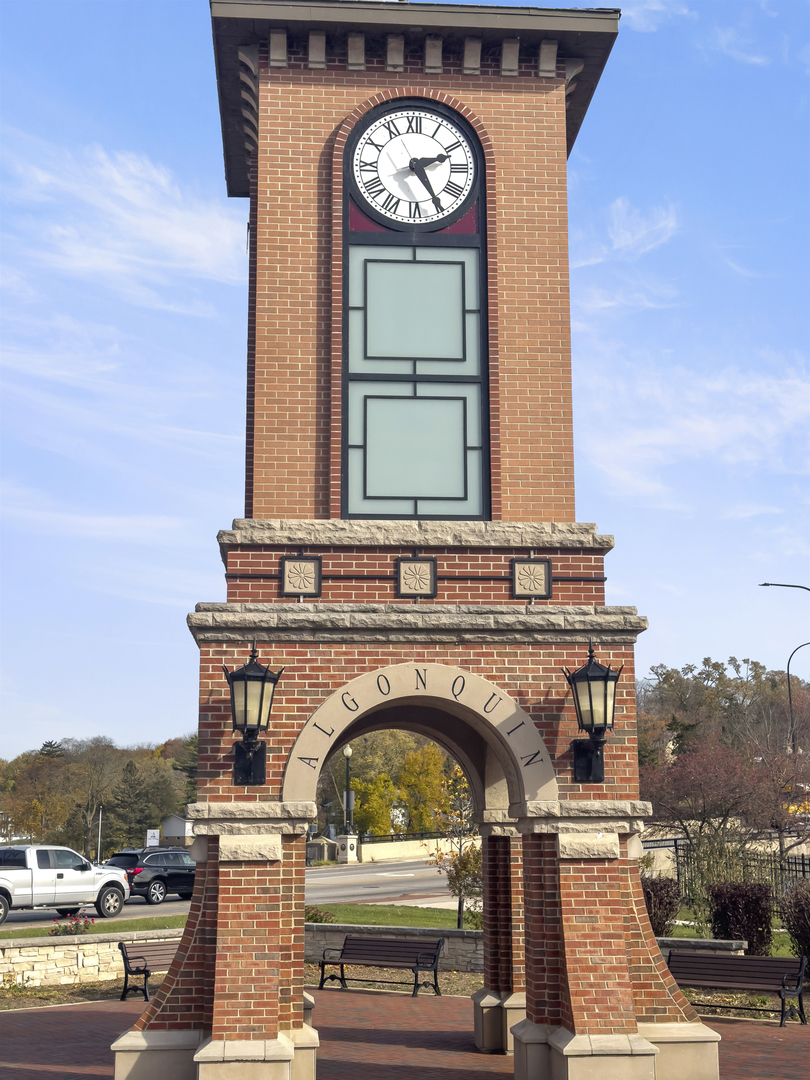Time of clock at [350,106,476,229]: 2:24
